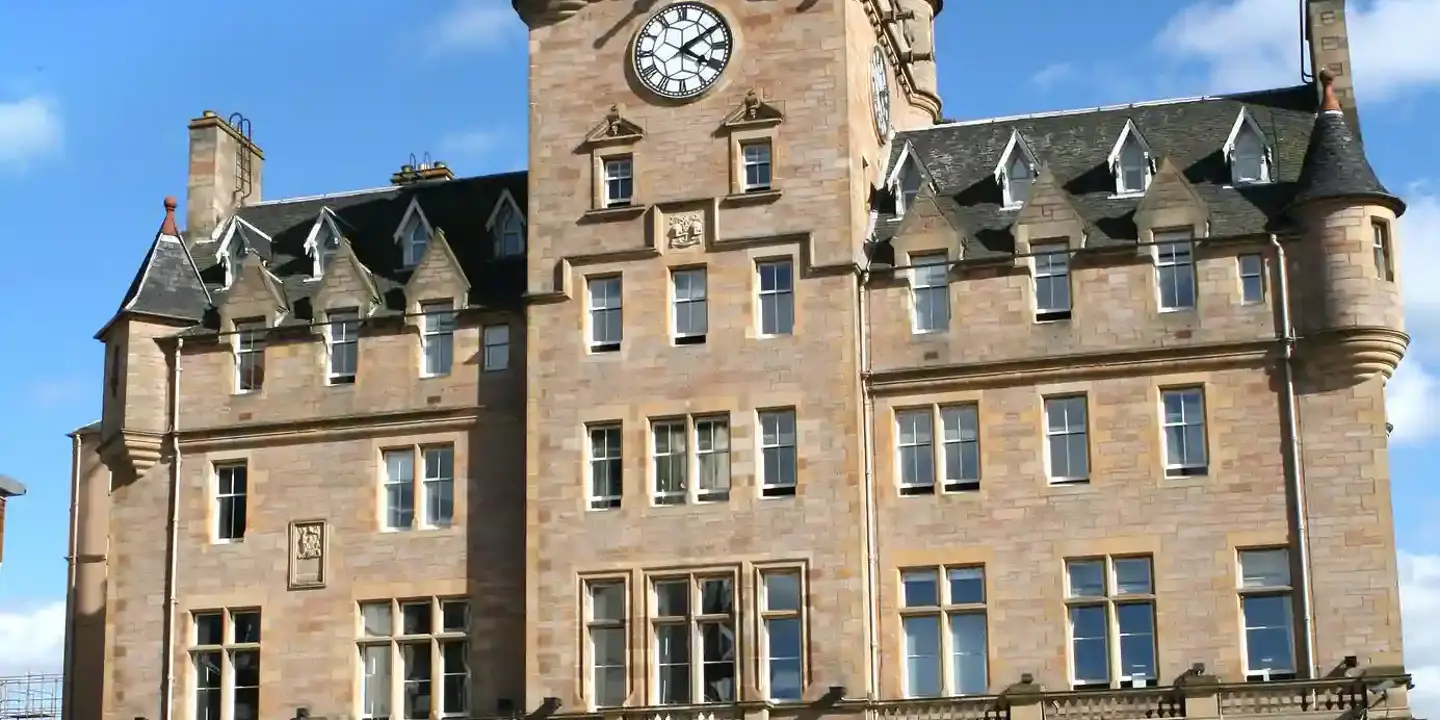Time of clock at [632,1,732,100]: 4:09
